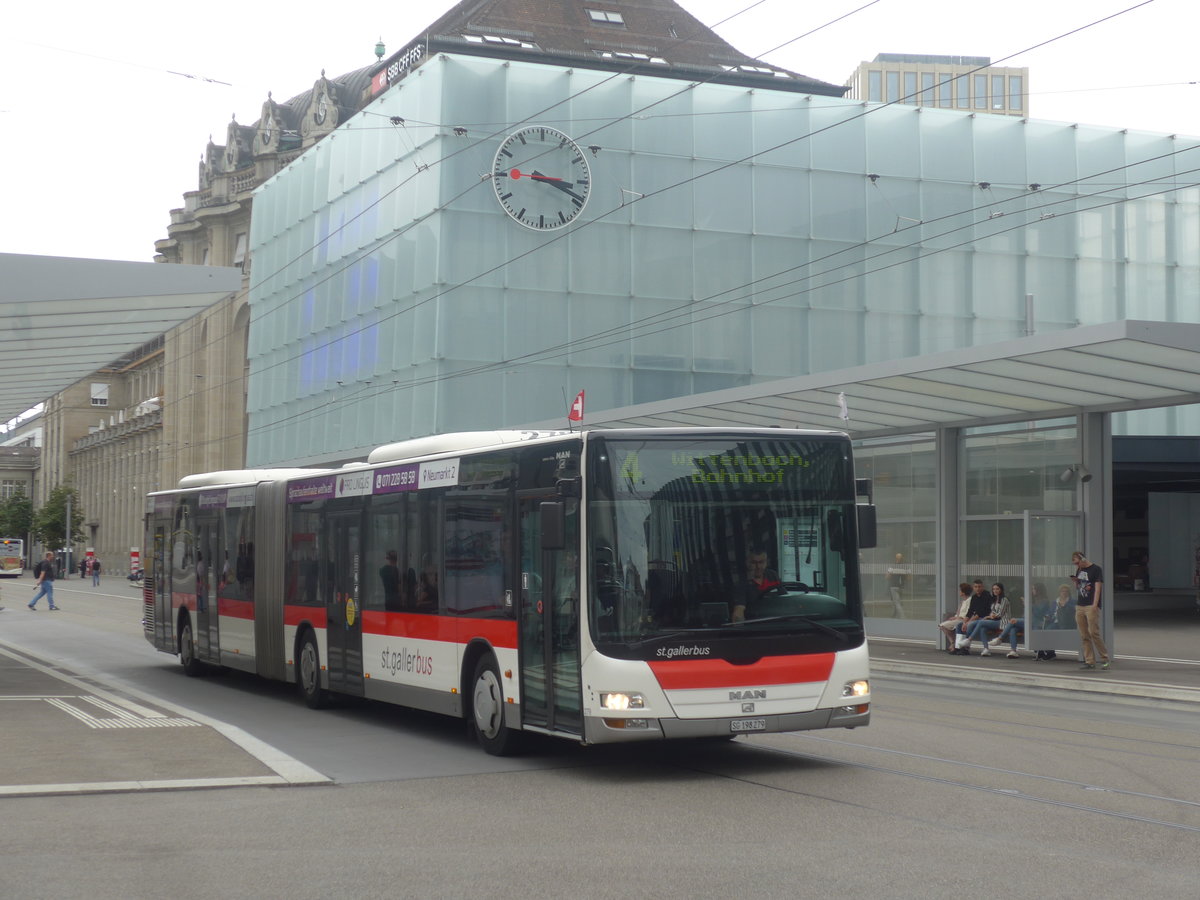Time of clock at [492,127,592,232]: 3:18
